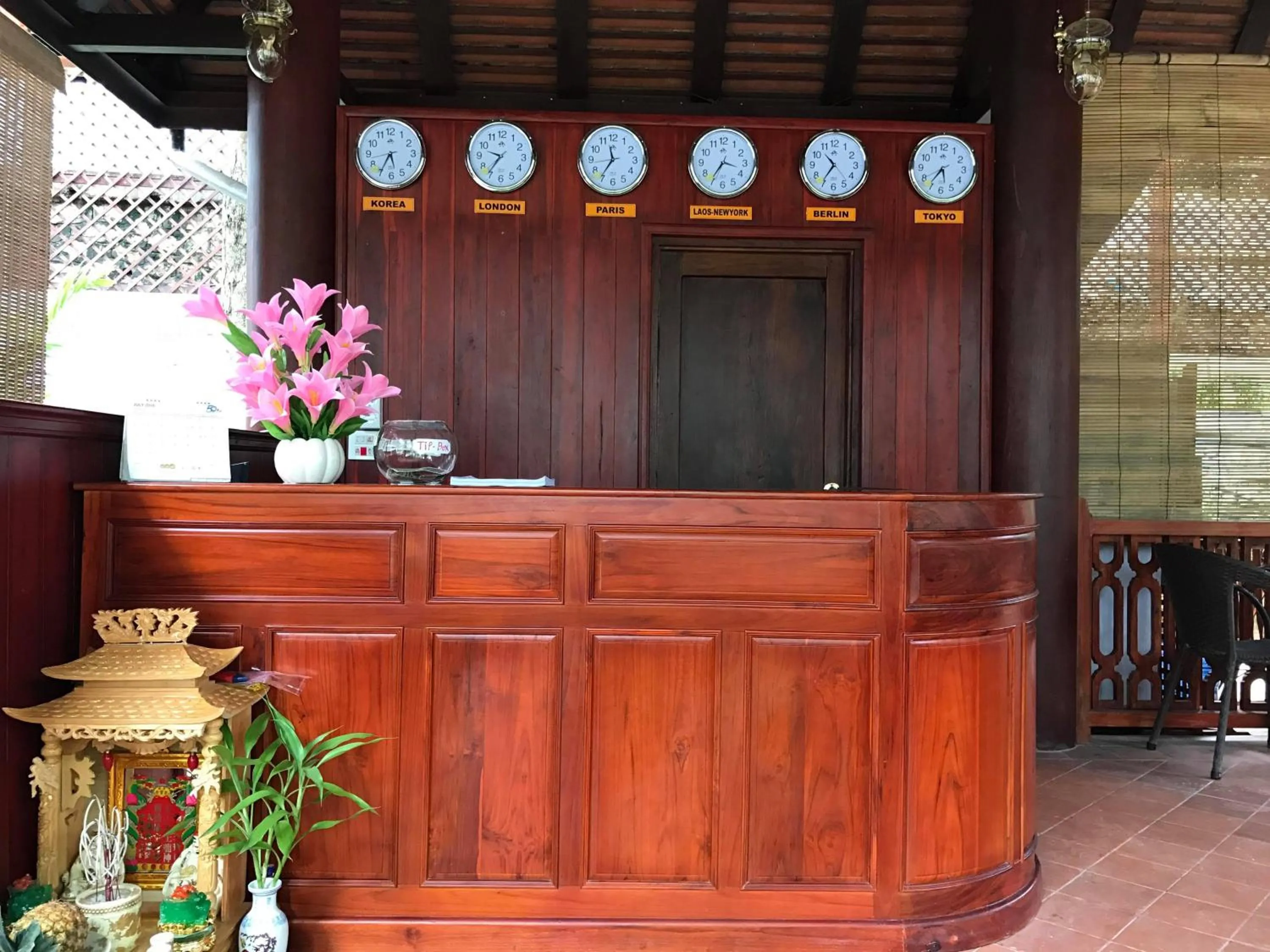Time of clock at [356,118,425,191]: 5:35
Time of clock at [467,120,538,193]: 9:36
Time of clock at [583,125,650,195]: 11:36
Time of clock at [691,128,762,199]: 3:36
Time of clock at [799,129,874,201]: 10:36
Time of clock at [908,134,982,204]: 5:36
